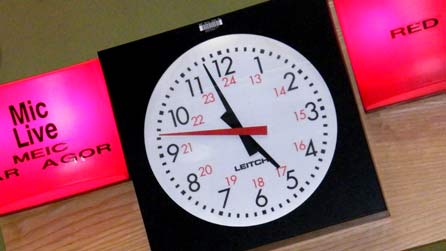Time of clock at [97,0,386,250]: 4:57
